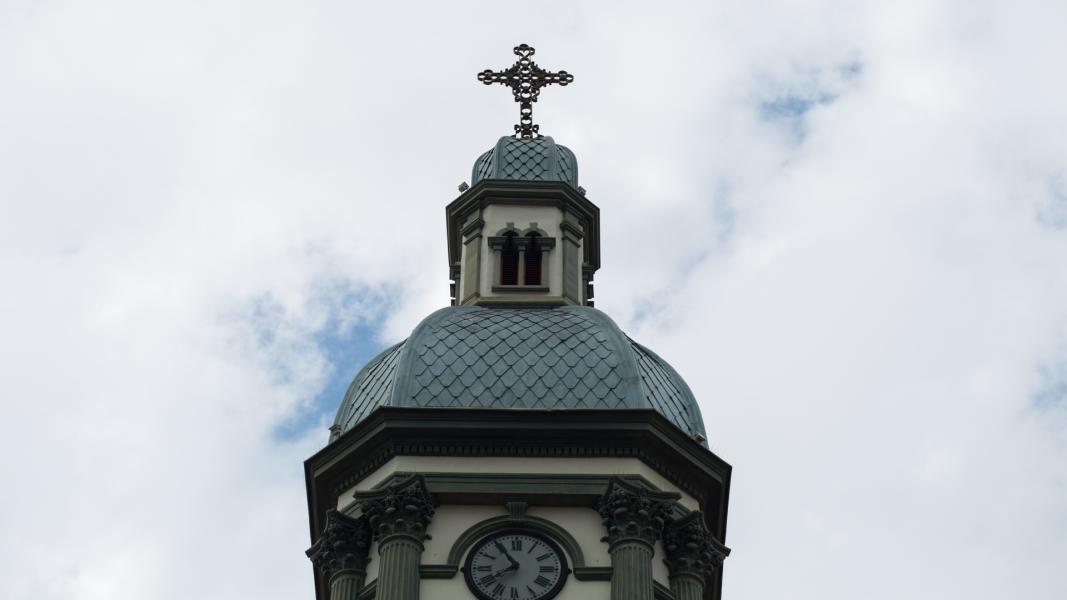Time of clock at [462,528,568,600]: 7:54
